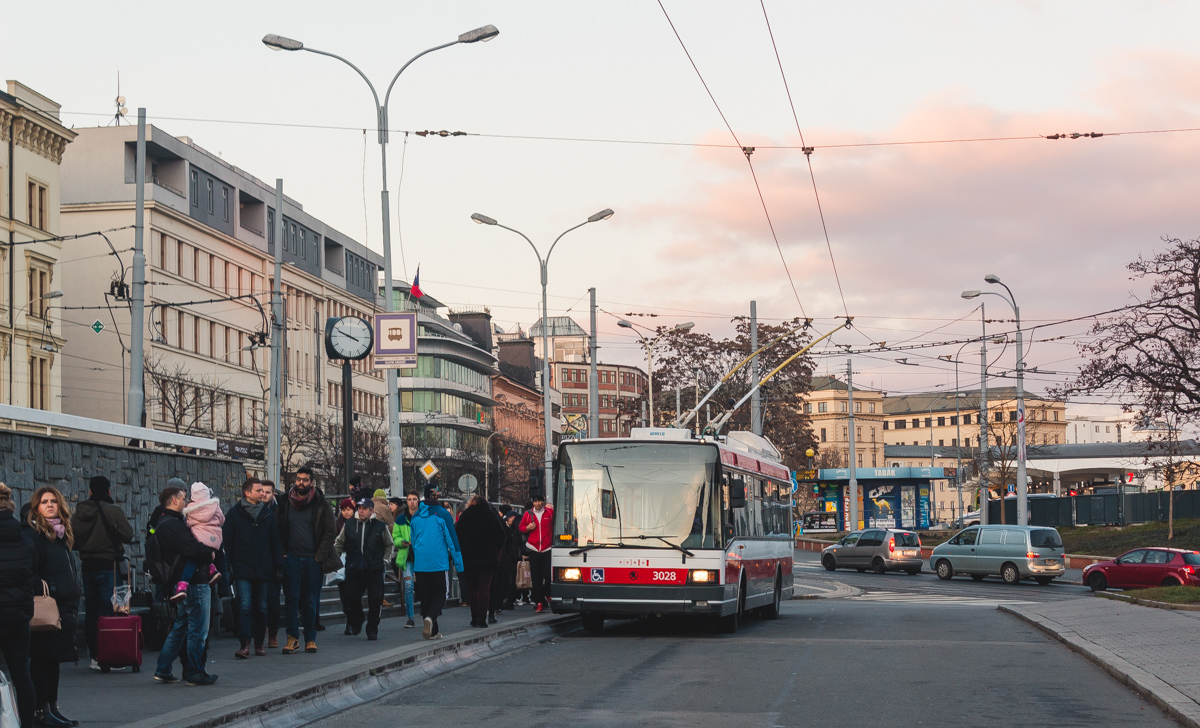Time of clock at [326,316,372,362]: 3:48
